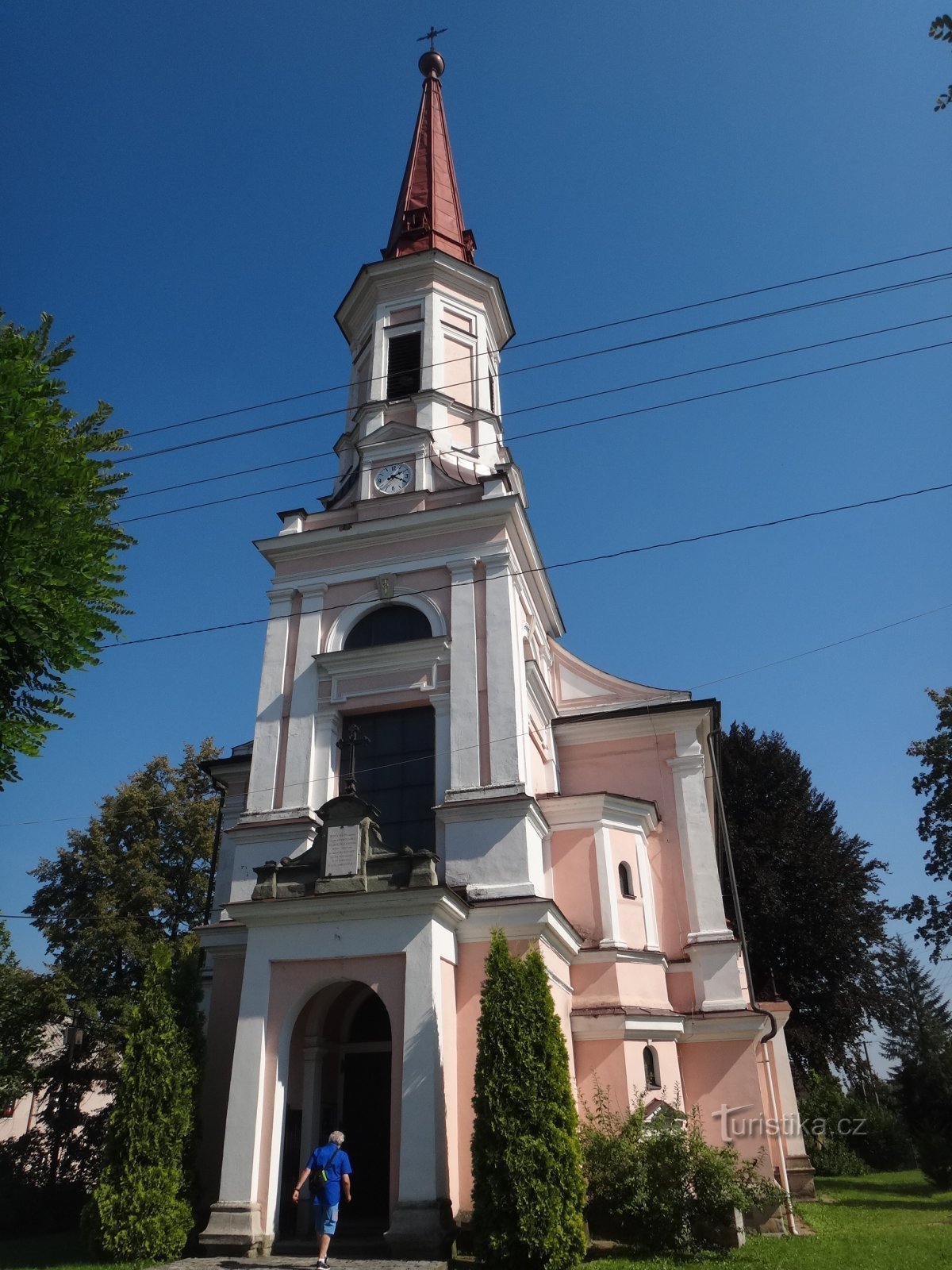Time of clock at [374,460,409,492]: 2:19
